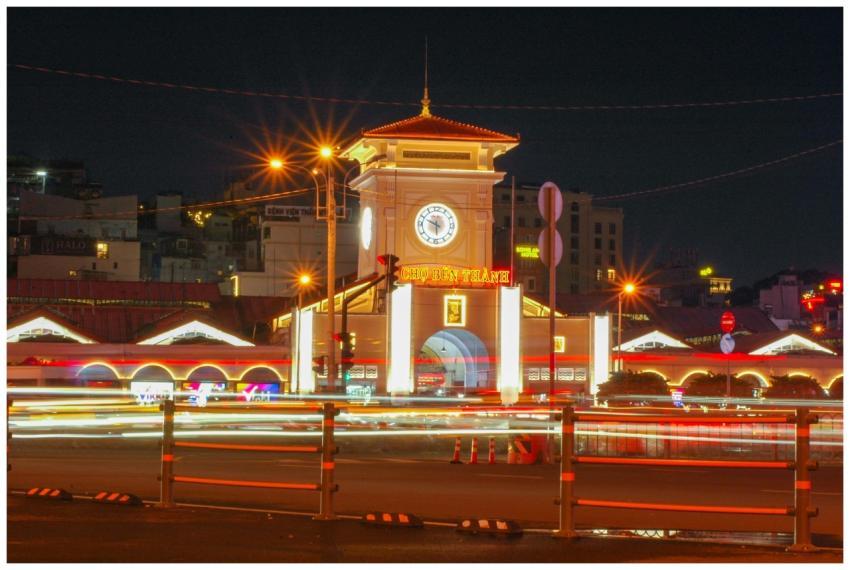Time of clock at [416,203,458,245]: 5:49
